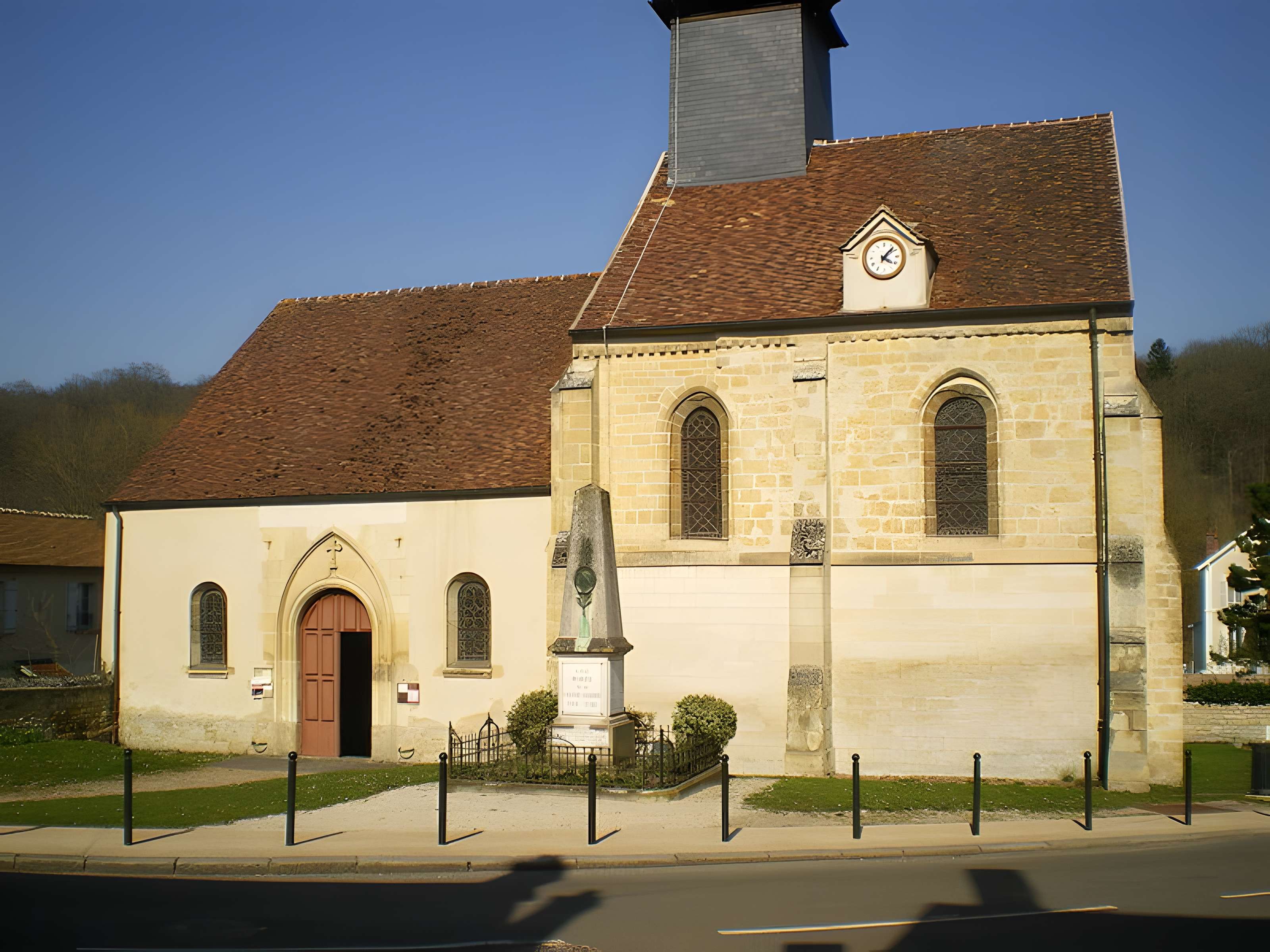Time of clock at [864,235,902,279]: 4:07
